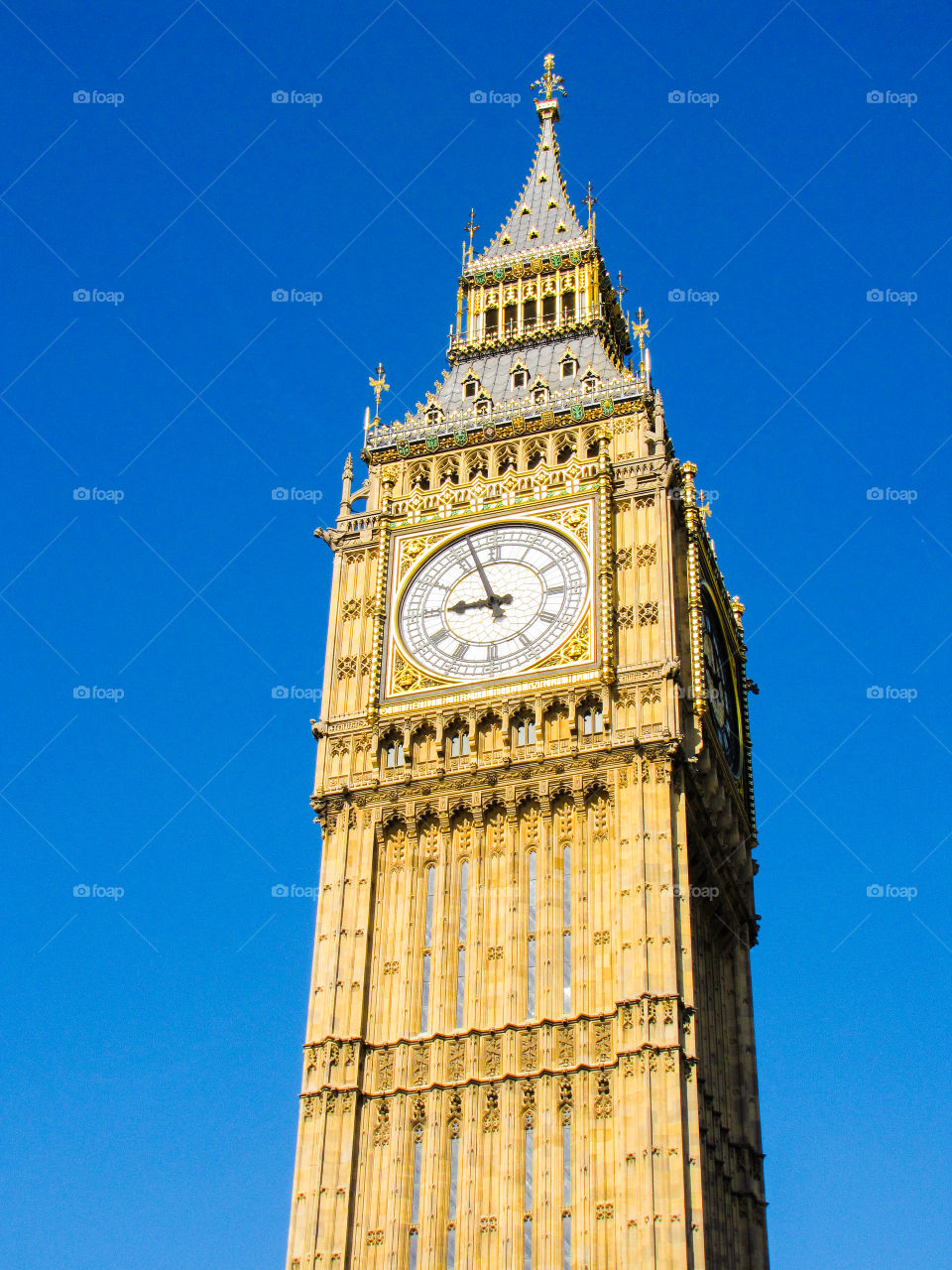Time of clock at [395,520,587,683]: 8:57
